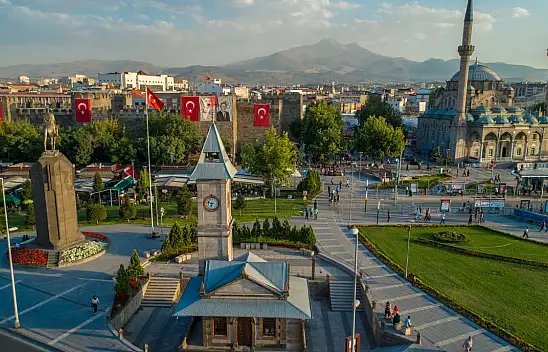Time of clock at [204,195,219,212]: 6:47
